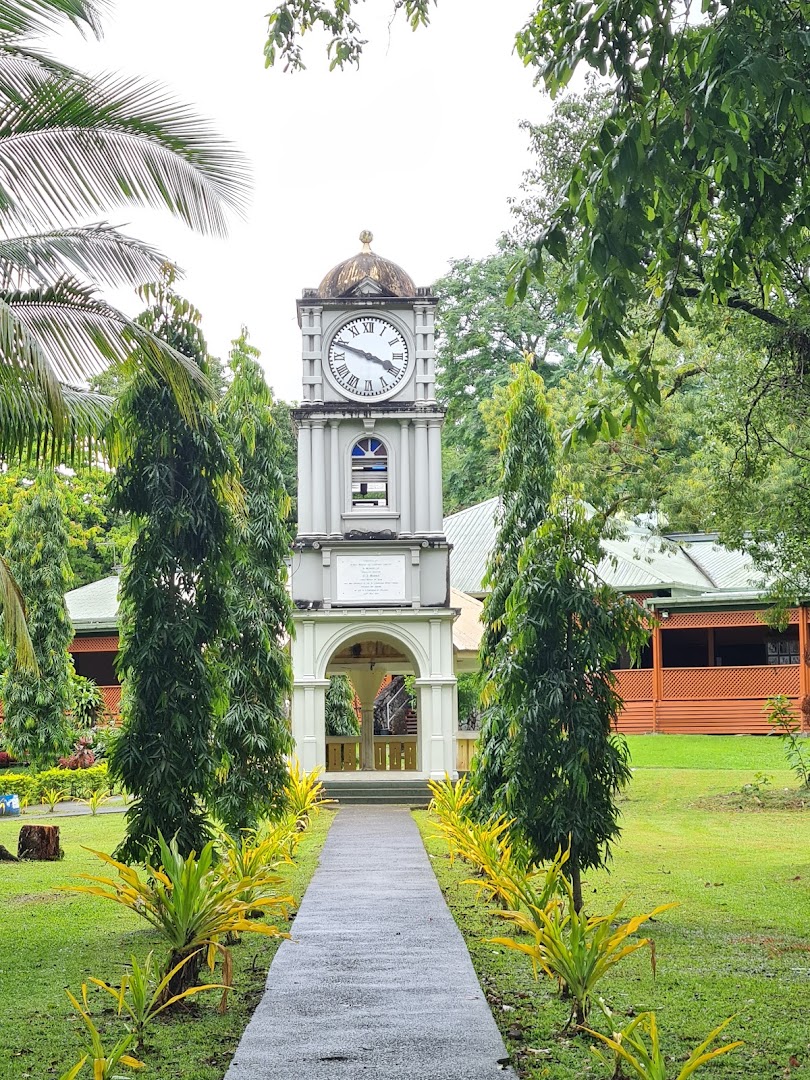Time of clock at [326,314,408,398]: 3:48
